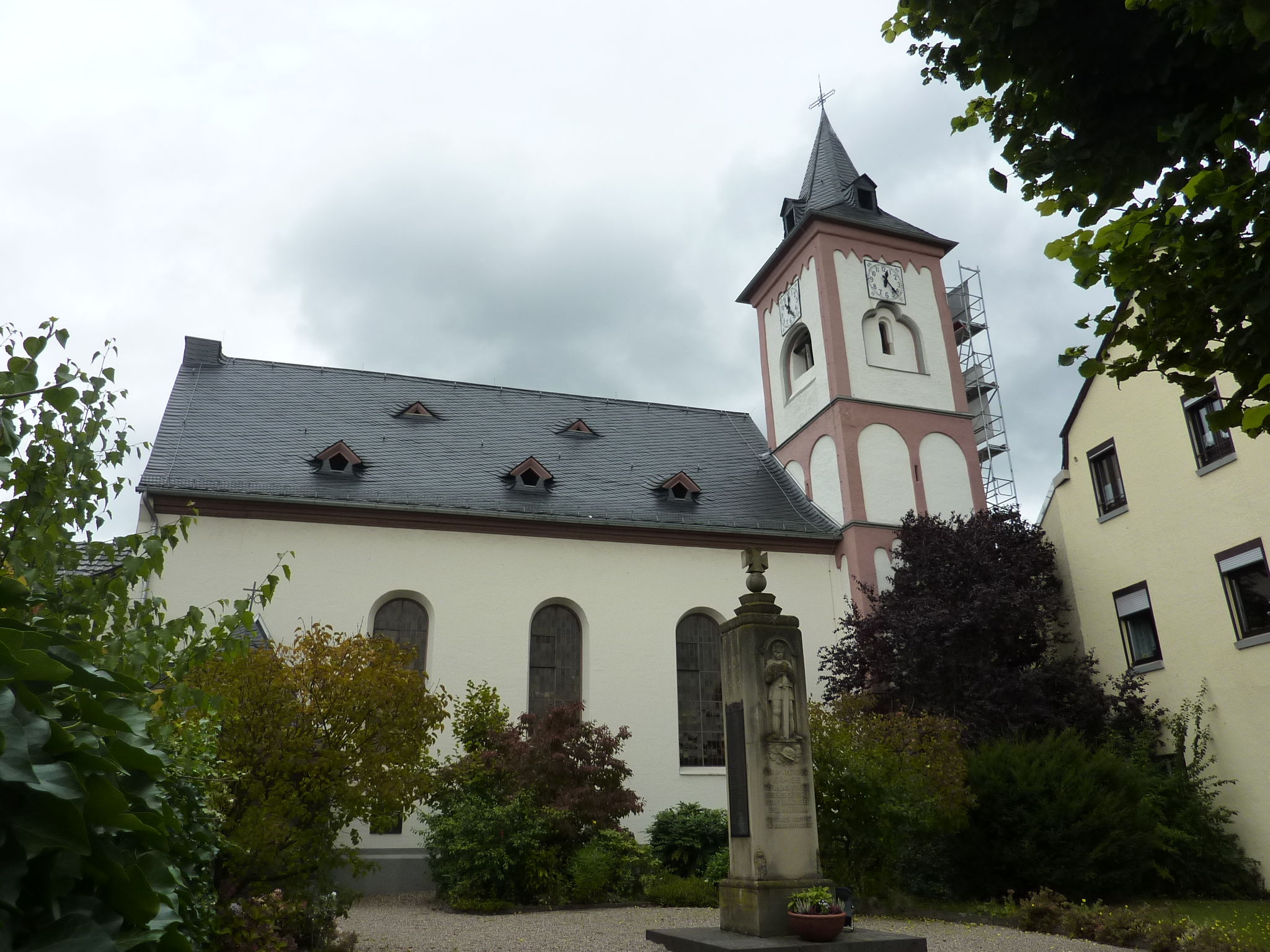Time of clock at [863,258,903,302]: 12:22
